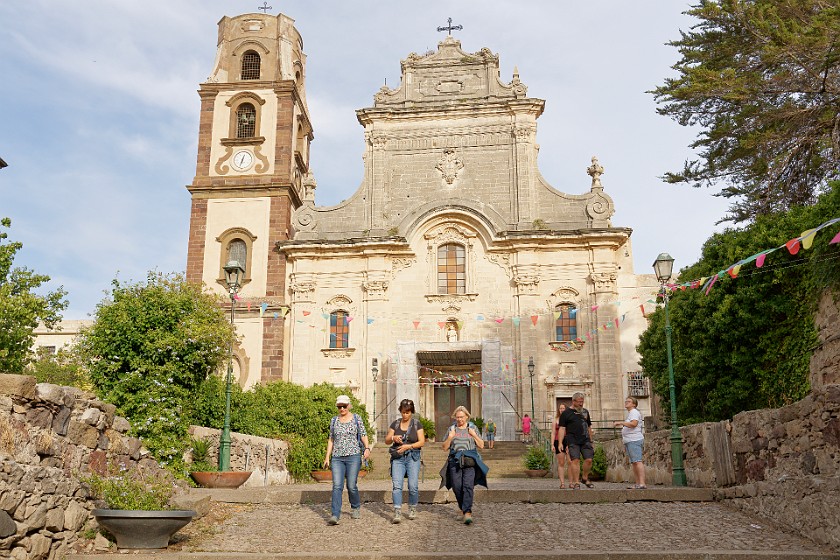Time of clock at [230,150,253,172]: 12:32
